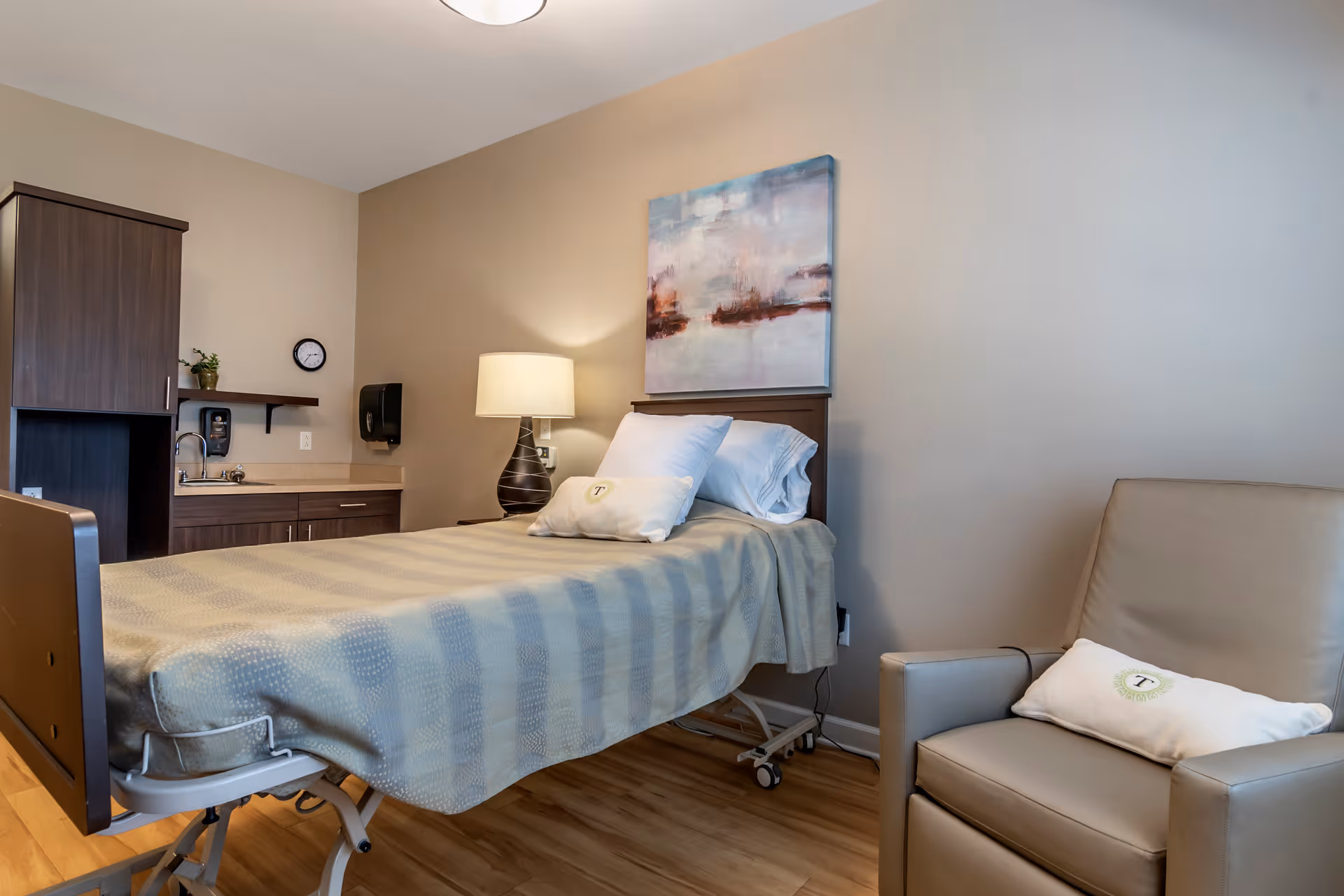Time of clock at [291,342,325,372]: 2:35
